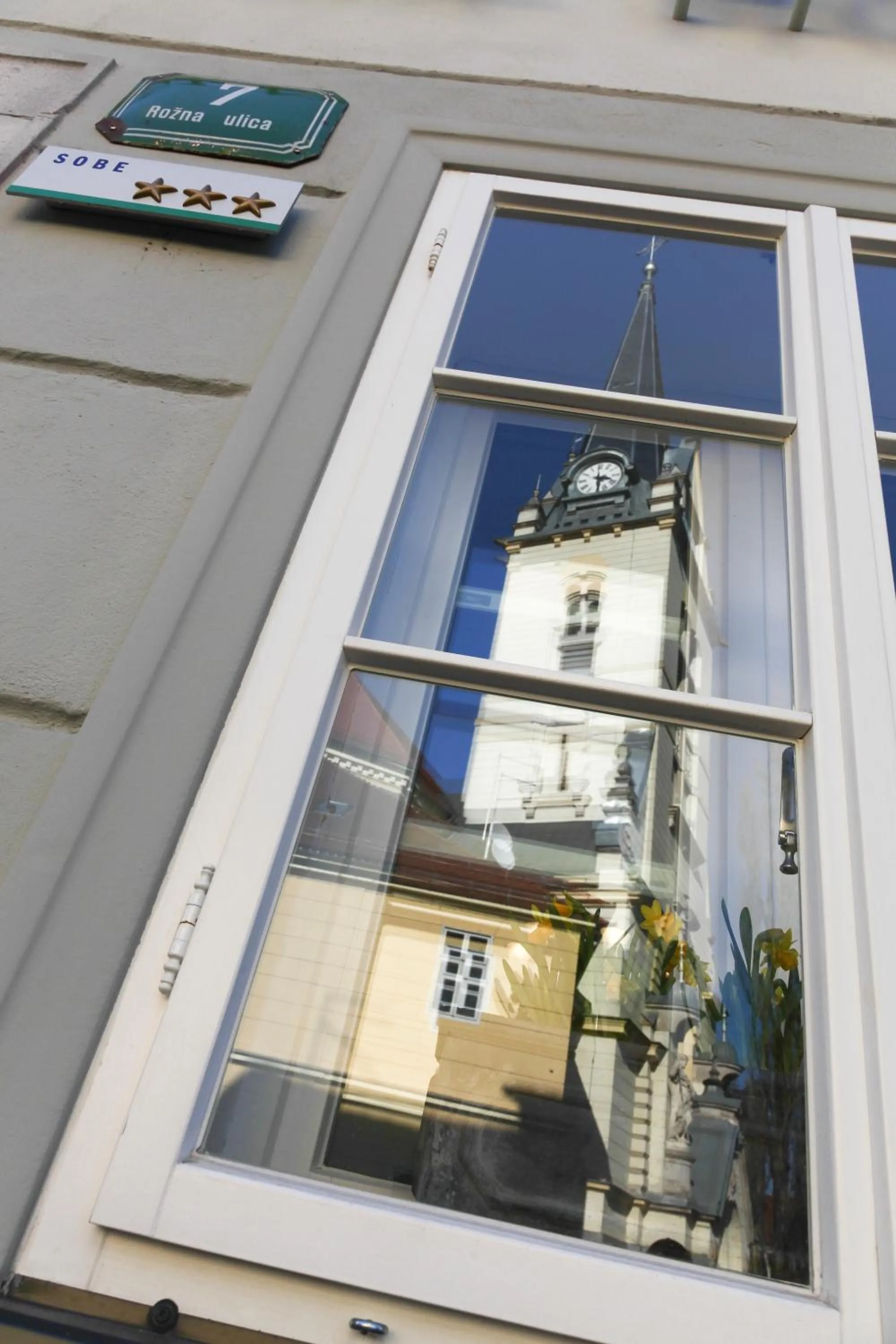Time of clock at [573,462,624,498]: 3:29
